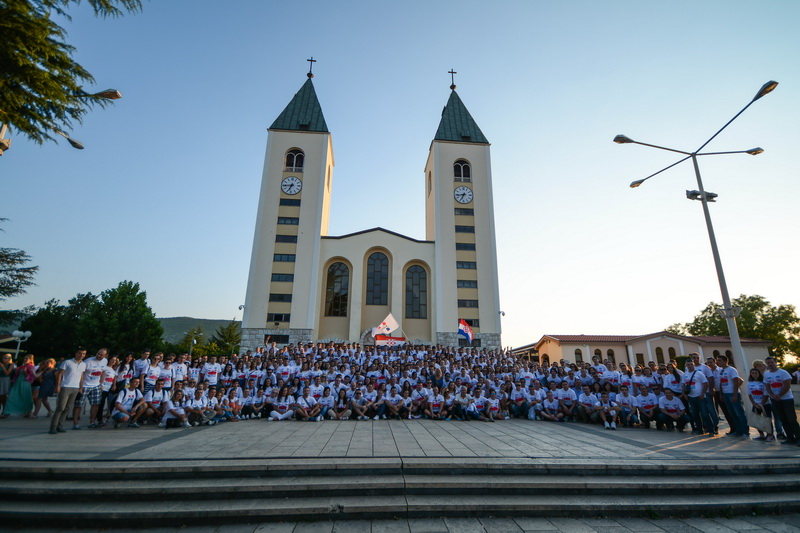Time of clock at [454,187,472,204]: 6:43
